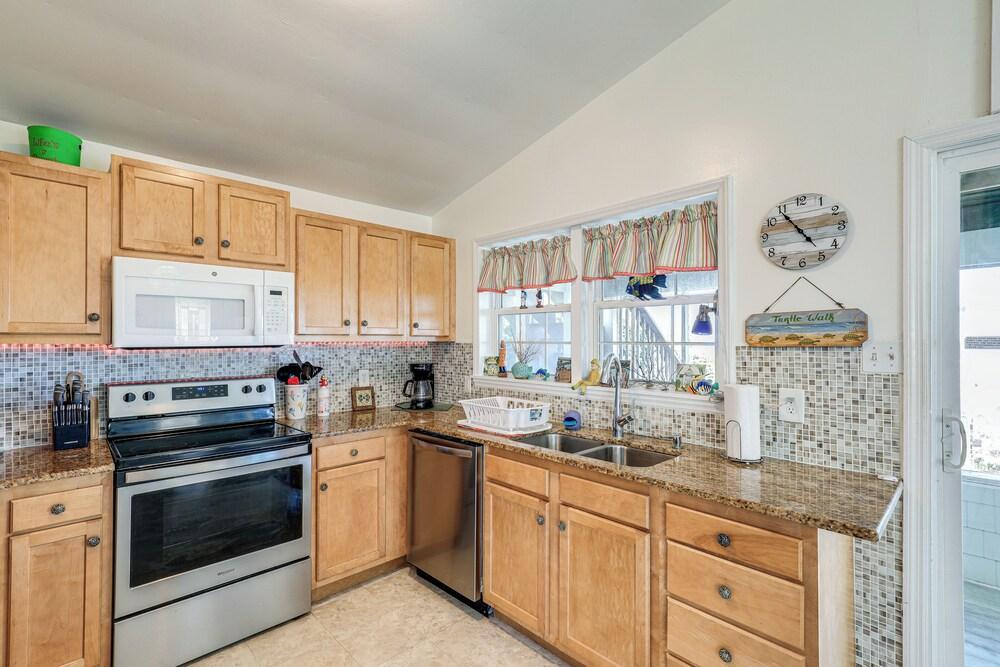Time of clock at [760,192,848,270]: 4:54
